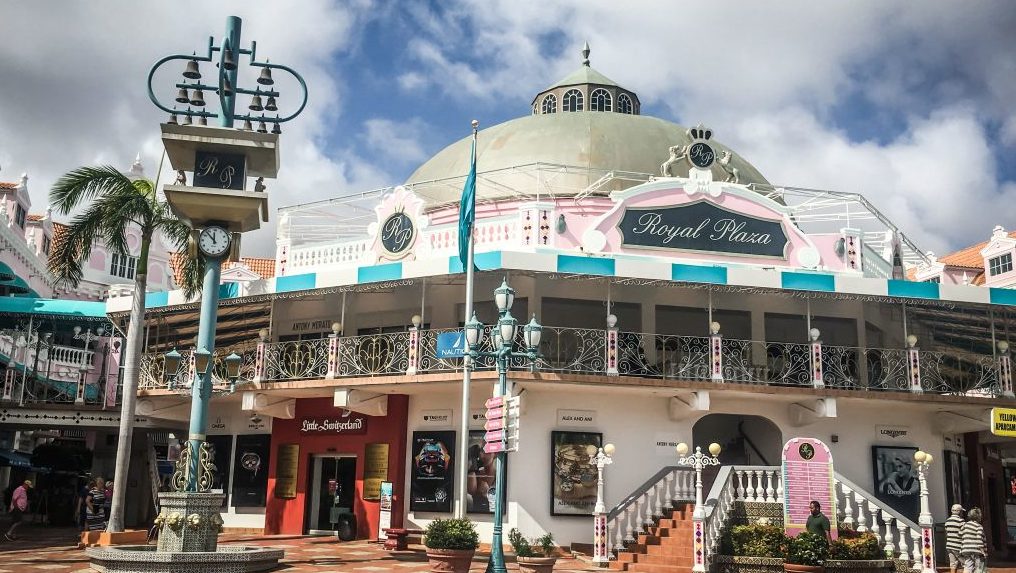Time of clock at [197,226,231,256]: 11:53
